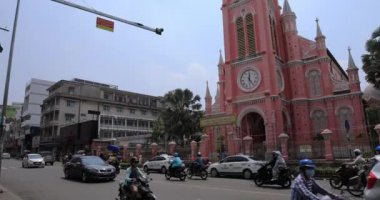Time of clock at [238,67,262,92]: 12:24
